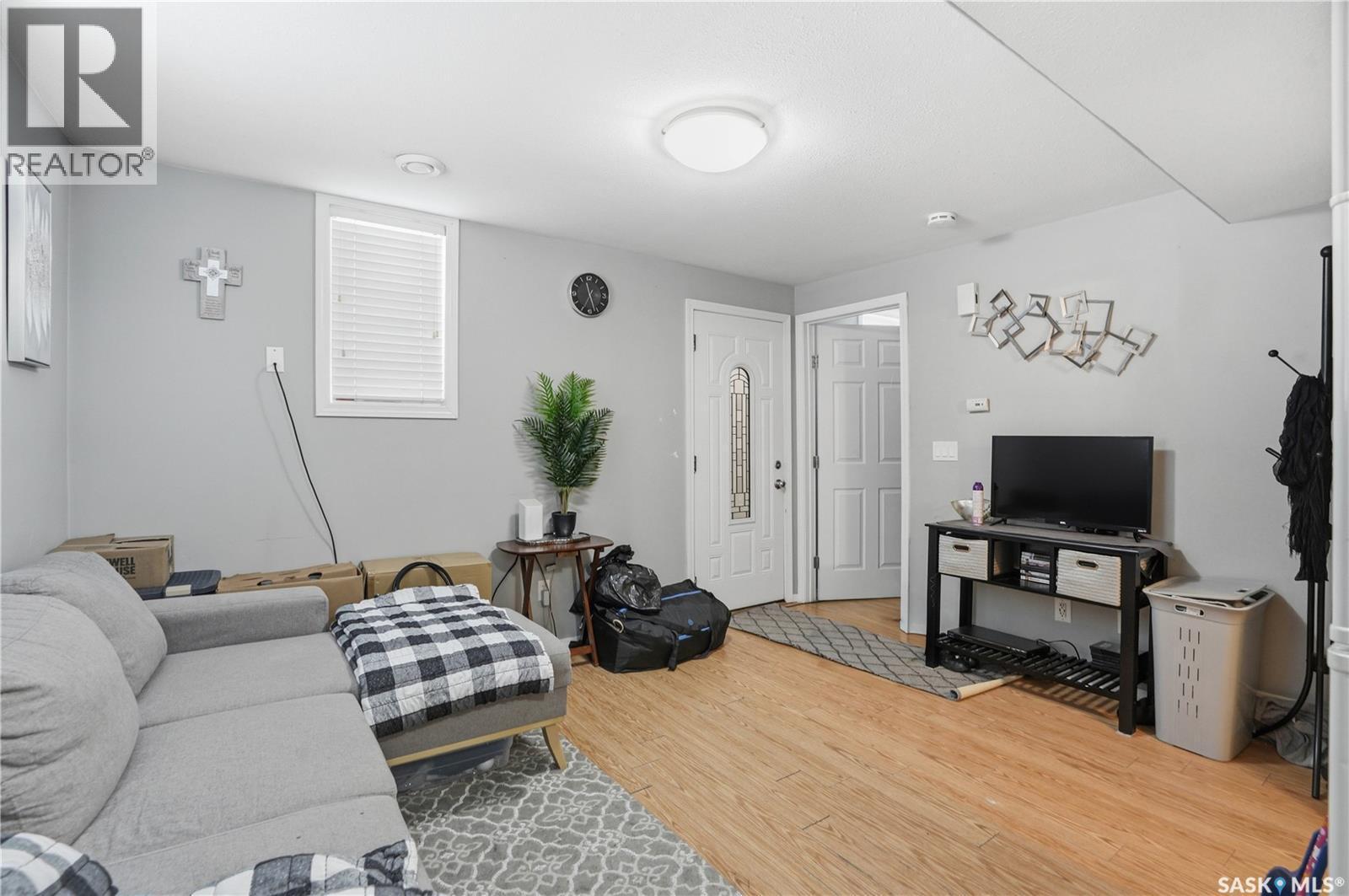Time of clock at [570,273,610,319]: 11:34
